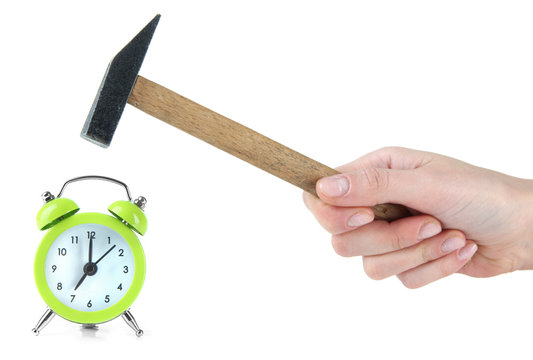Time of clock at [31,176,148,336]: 7:00
